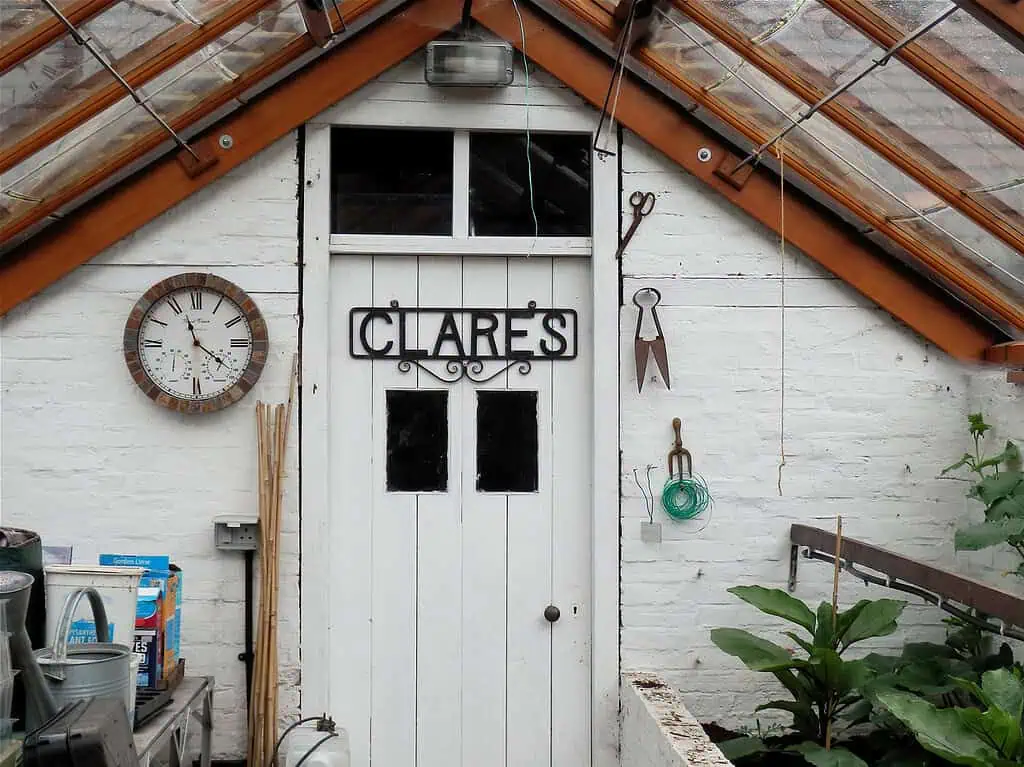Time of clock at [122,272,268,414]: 11:21
